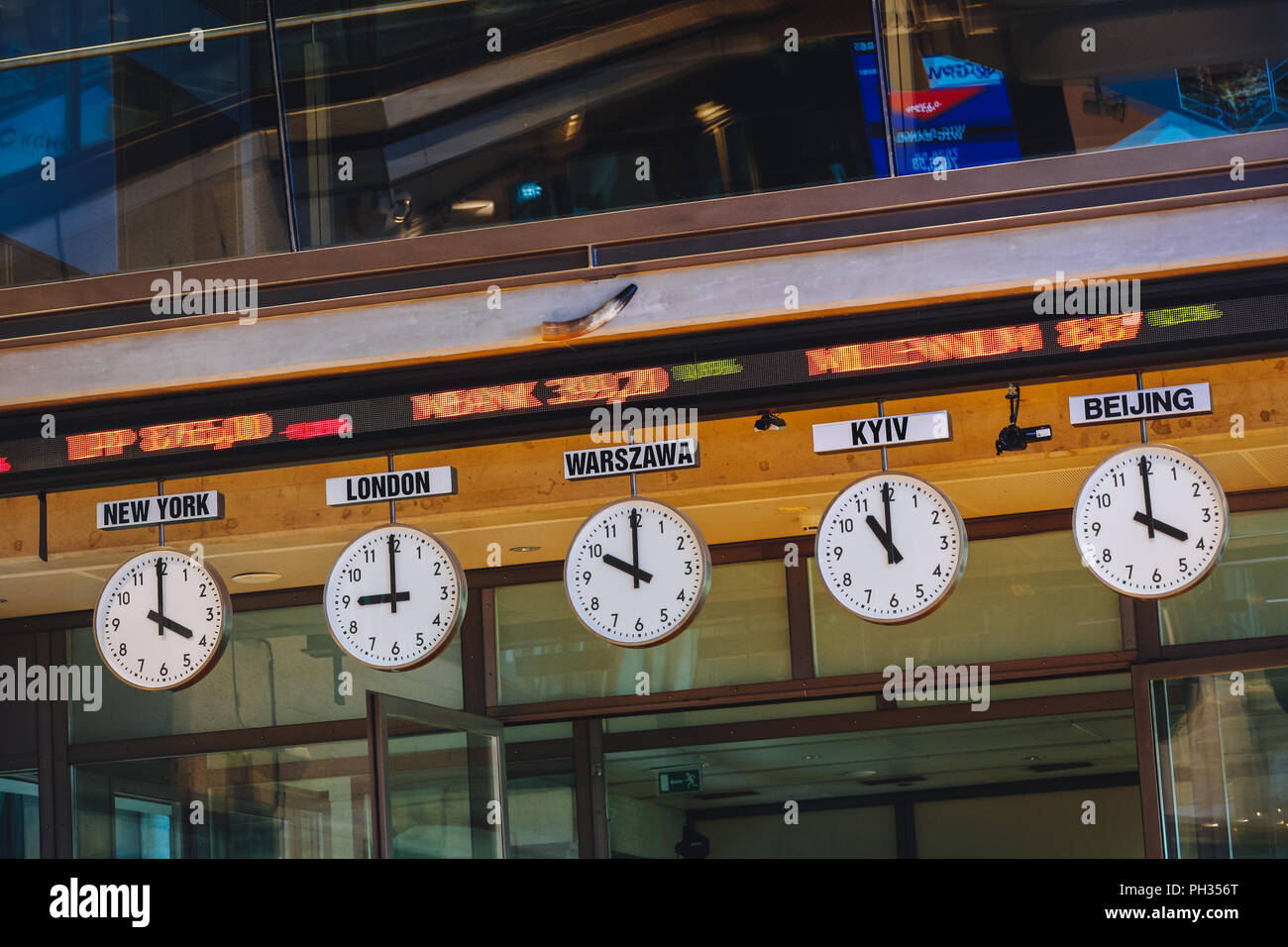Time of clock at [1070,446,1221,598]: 3:59
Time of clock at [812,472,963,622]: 10:59
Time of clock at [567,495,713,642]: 9:59
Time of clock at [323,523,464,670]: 8:59
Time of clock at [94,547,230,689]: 3:59
